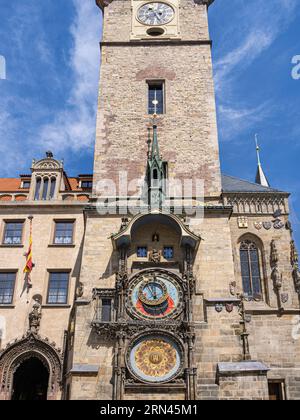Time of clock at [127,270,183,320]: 11:55
